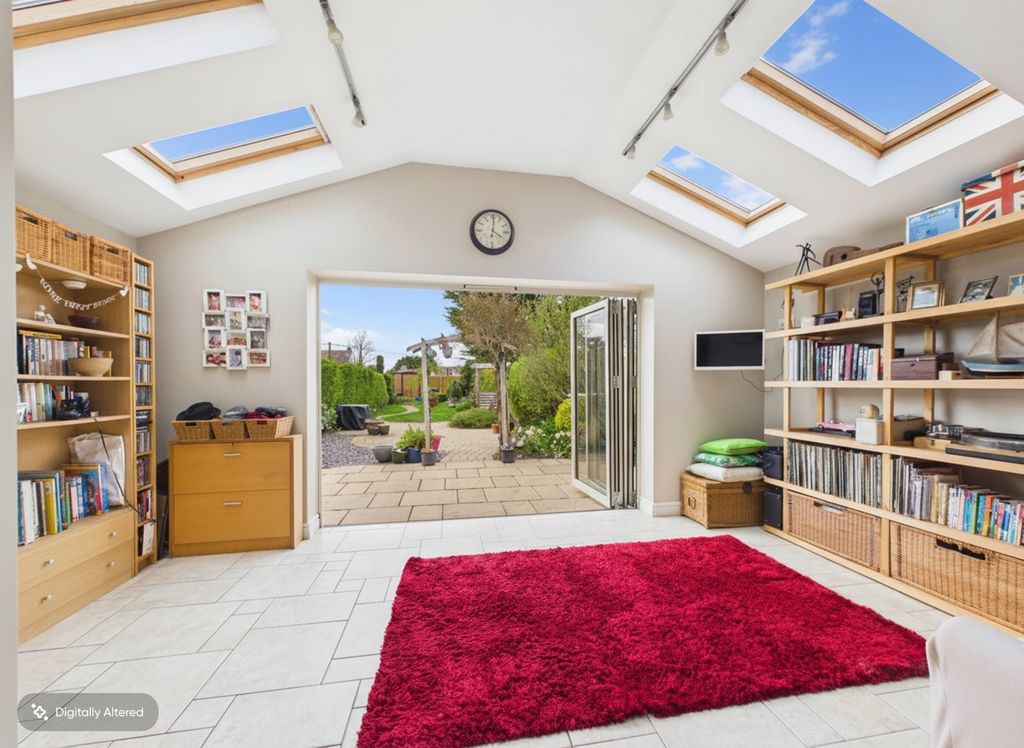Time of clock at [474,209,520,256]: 4:01
